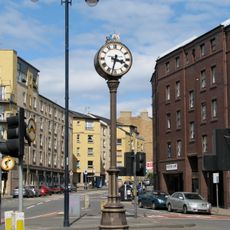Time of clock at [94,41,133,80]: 3:32
